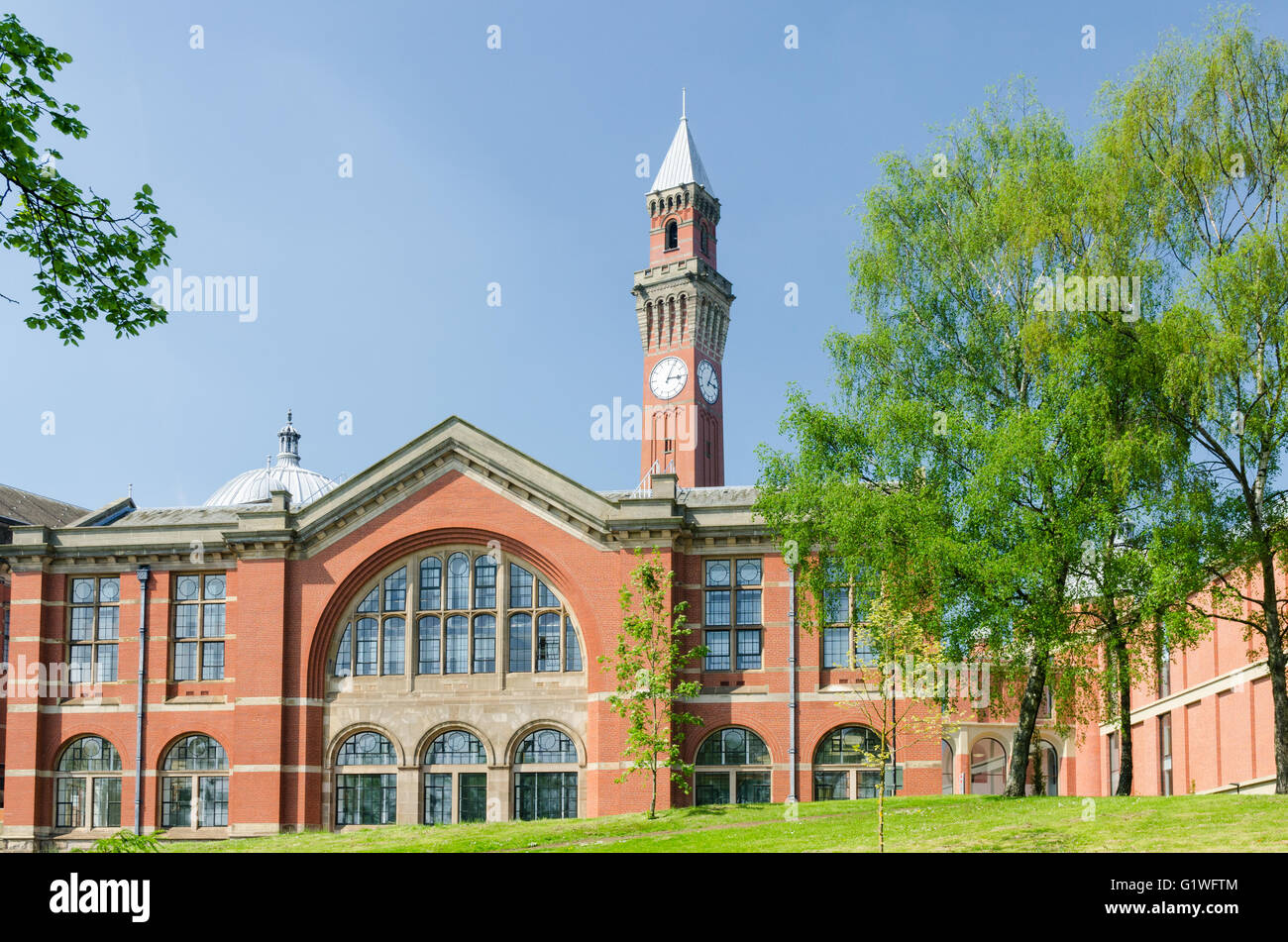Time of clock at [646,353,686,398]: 3:04
